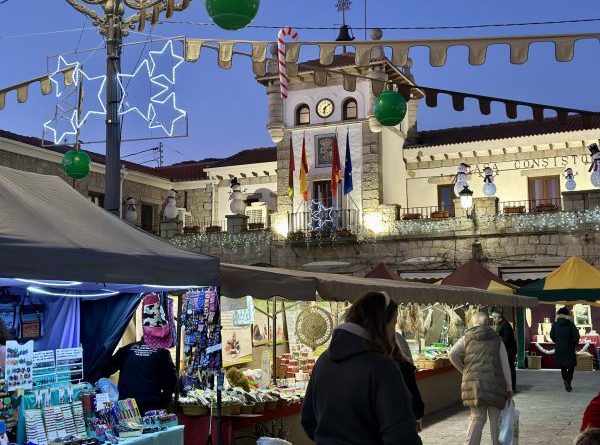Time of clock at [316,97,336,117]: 6:08
